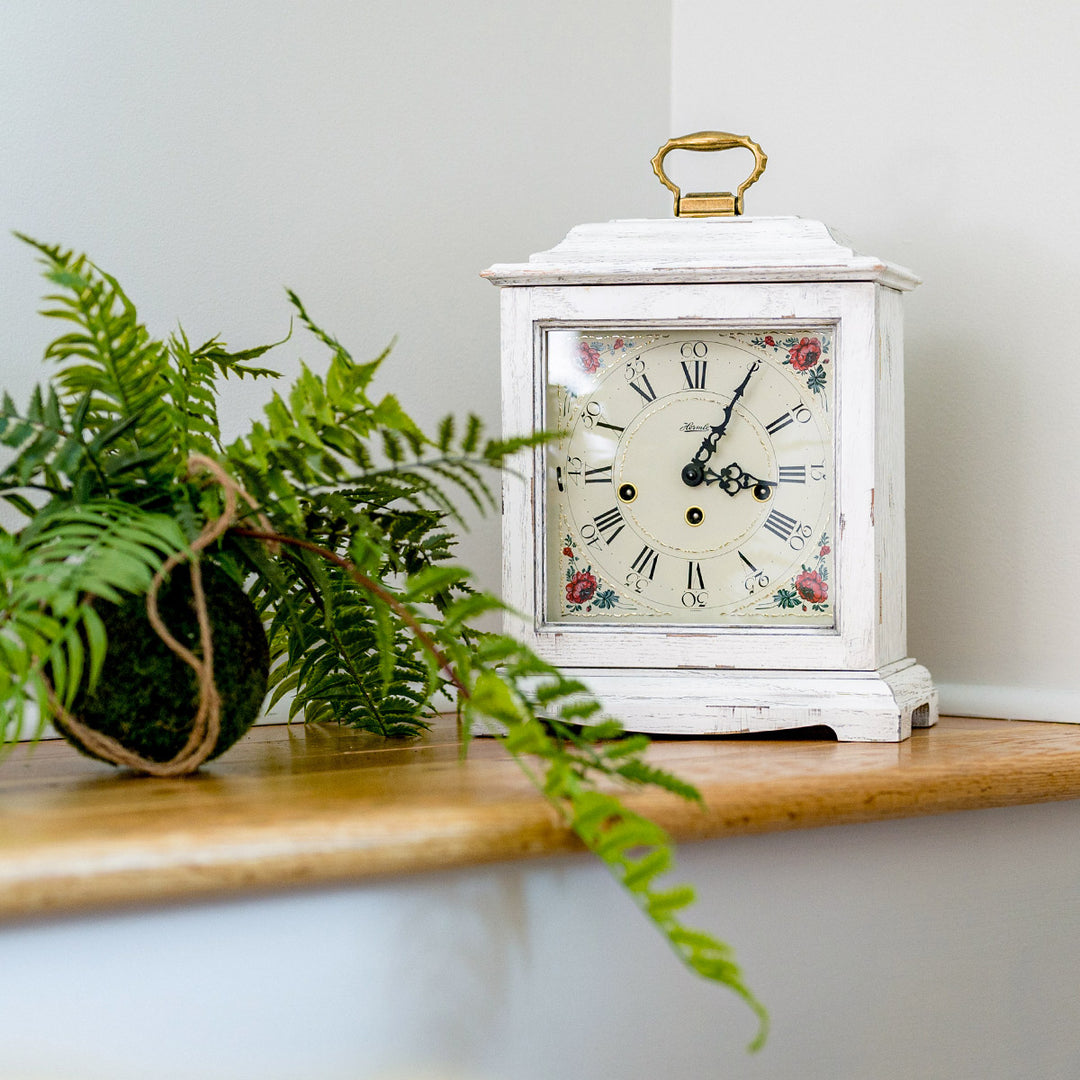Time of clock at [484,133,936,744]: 3:04
